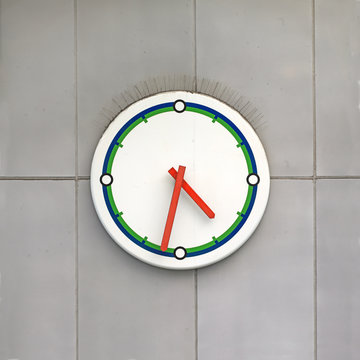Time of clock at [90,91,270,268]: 4:32
